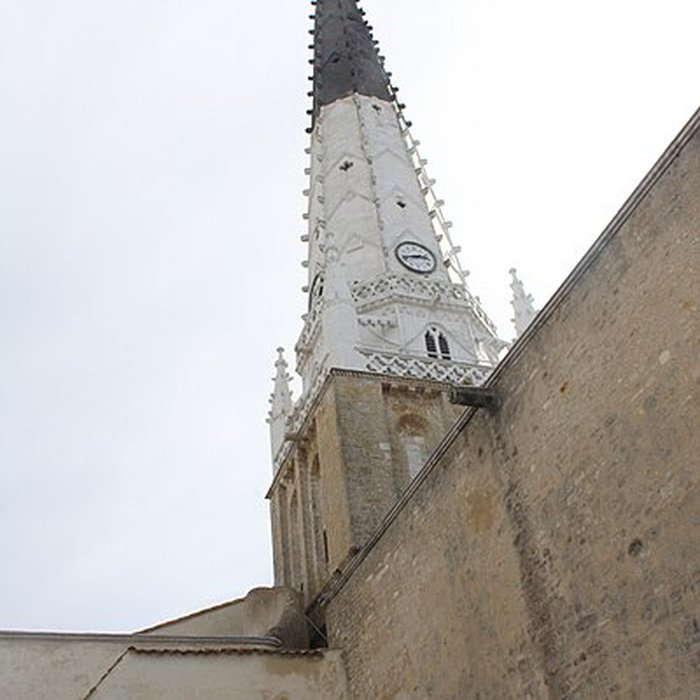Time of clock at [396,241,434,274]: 2:42
